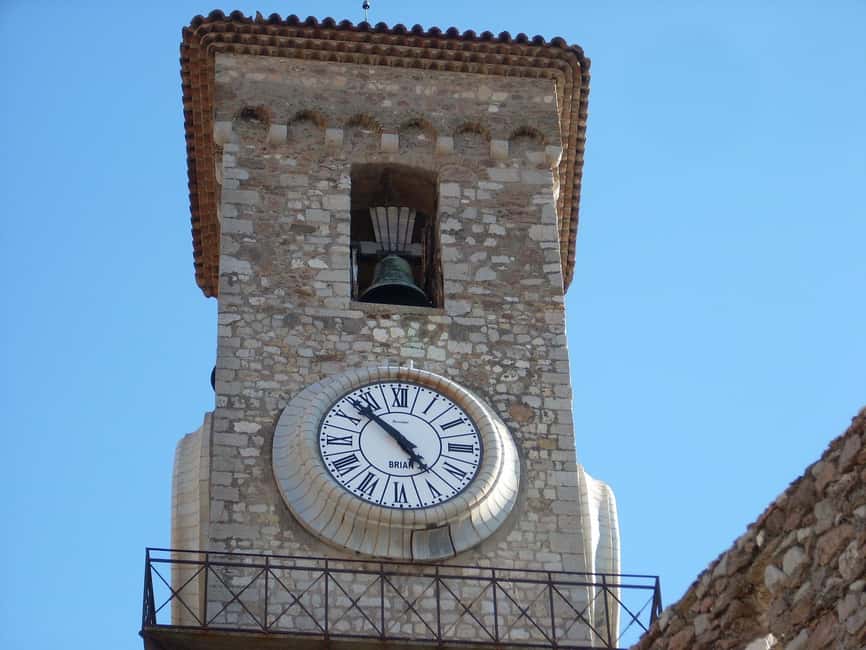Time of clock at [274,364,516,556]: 4:52
